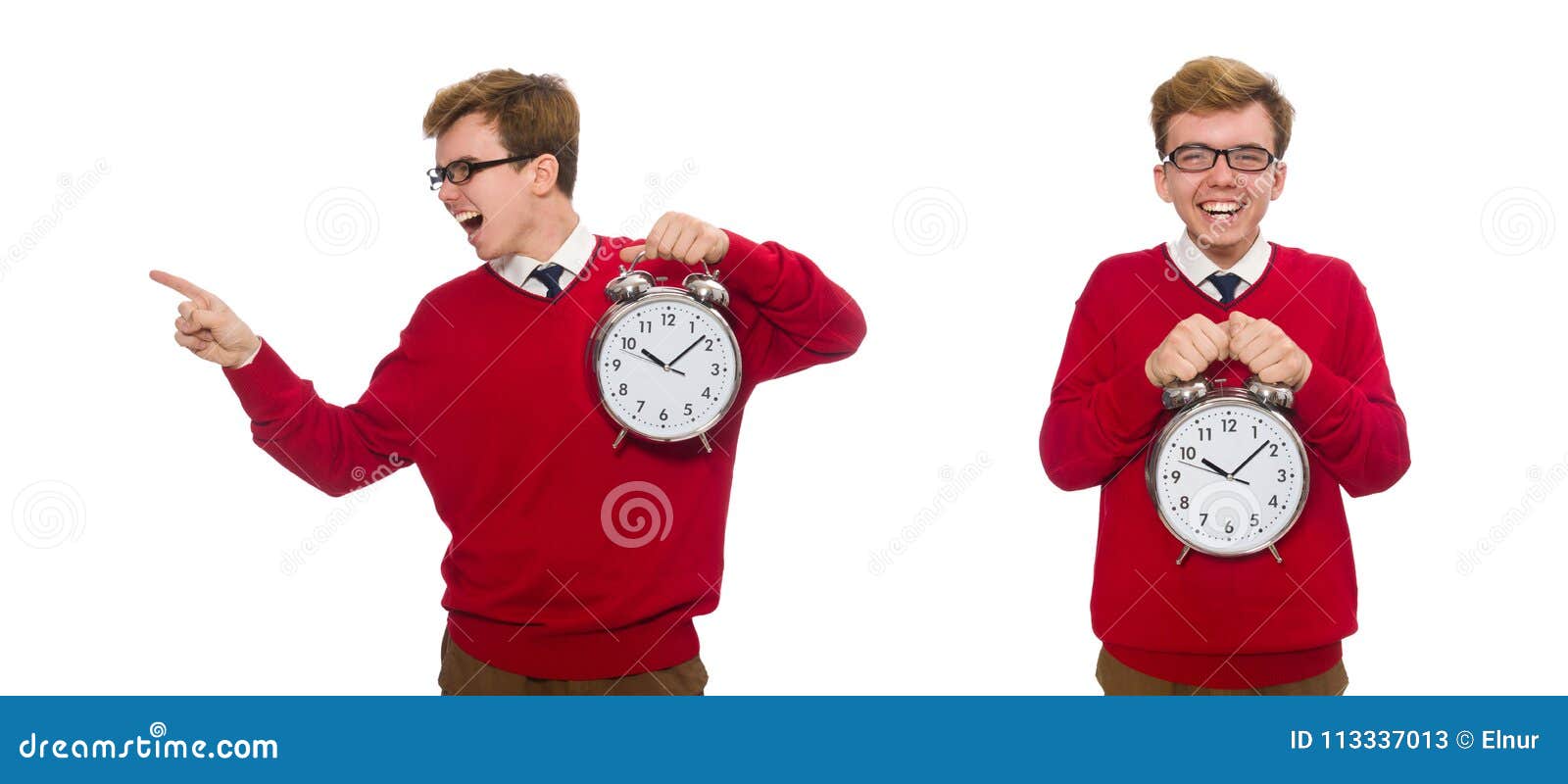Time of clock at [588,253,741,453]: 10:08
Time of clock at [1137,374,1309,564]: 10:08
